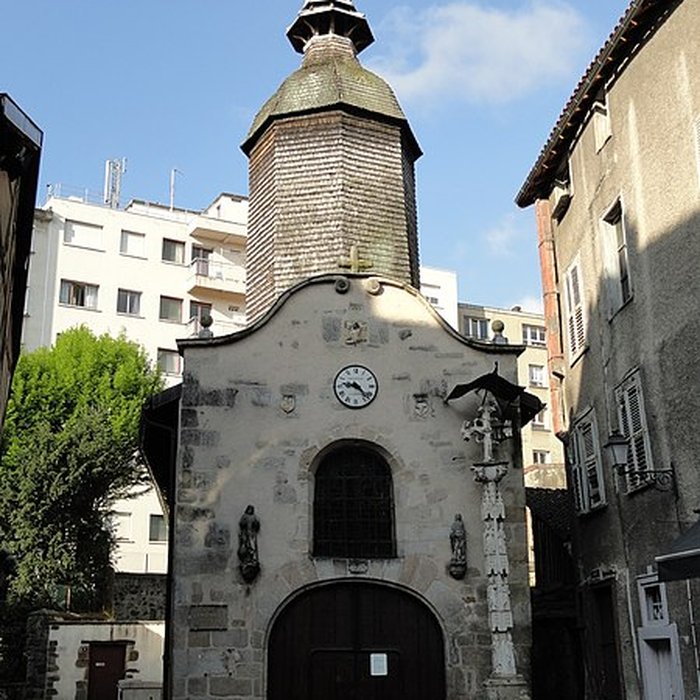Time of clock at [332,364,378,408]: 9:22
